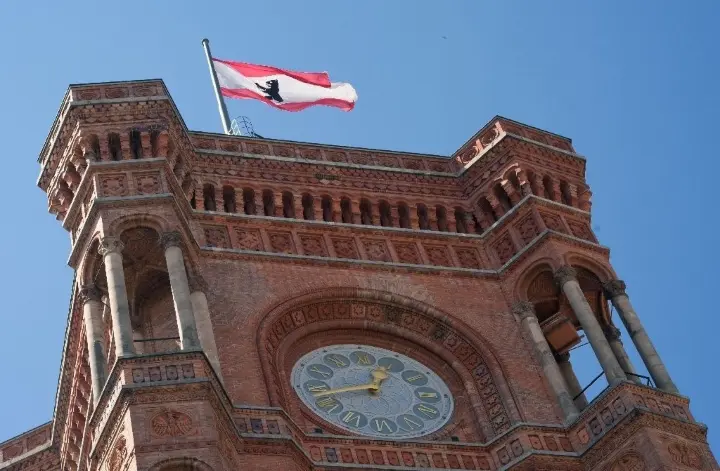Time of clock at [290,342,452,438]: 12:42
